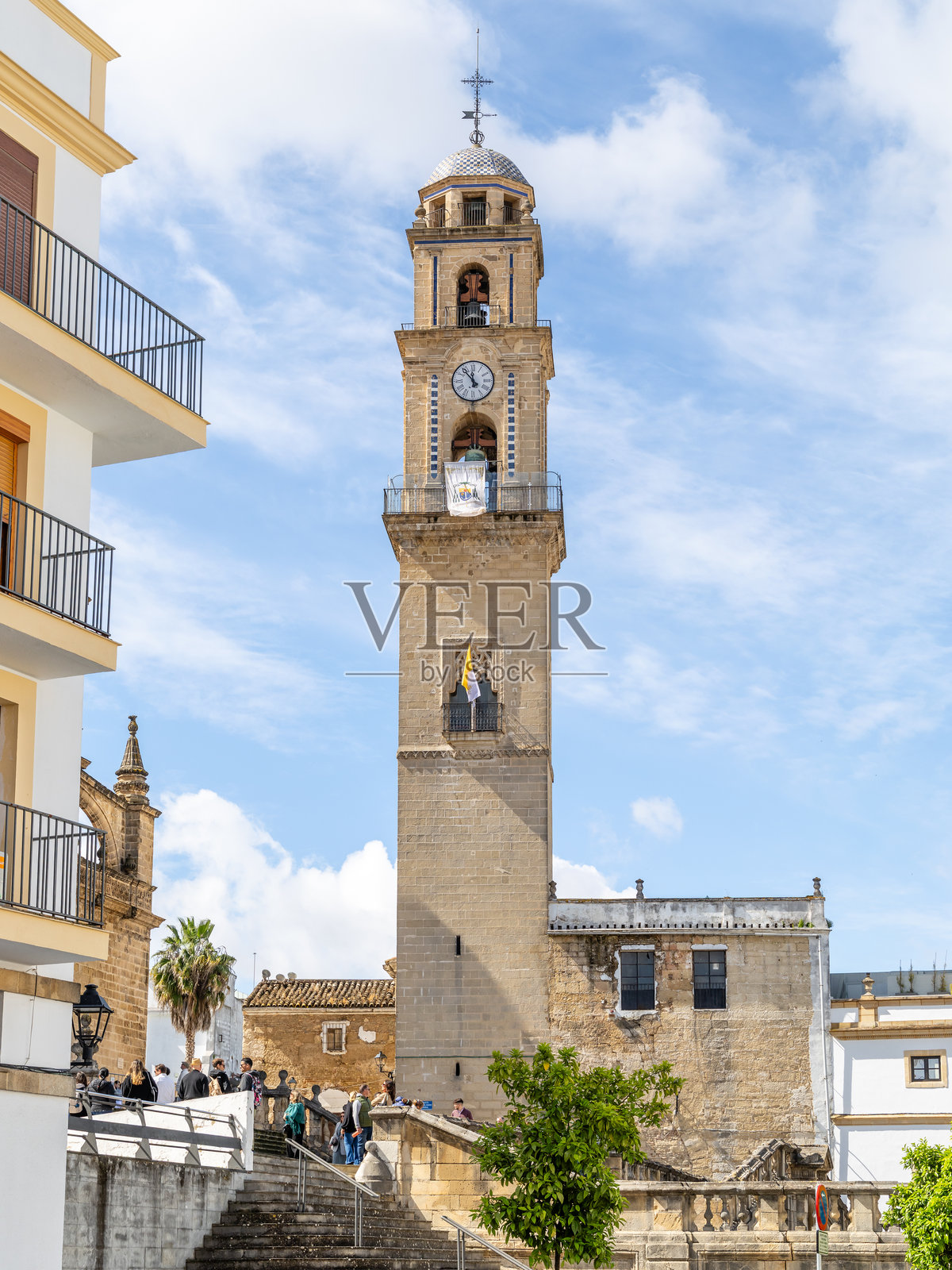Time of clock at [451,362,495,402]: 11:53
